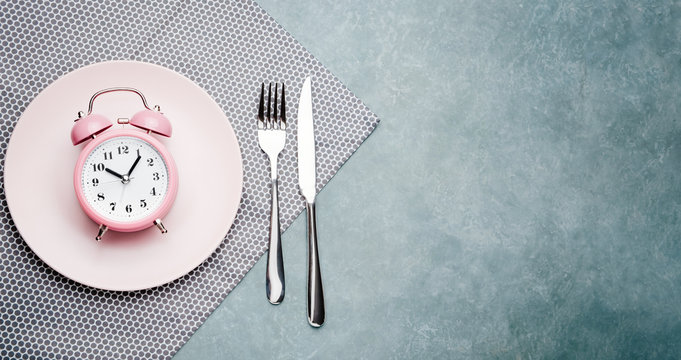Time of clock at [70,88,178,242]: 10:06
